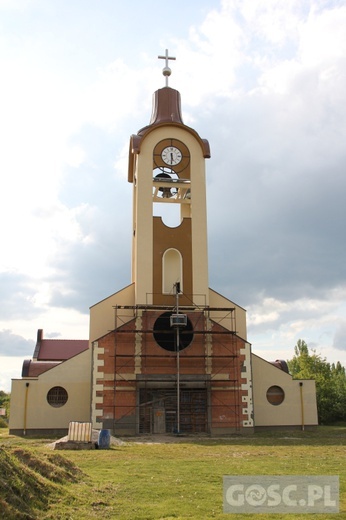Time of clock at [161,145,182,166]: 5:30
